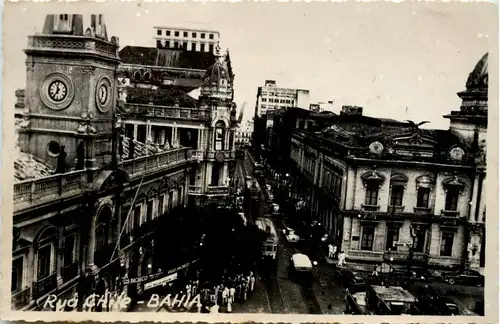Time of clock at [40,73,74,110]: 11:35
